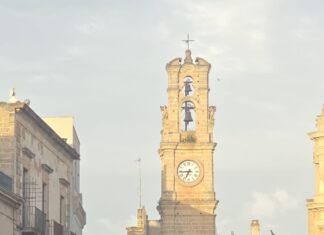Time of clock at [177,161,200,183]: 6:44
